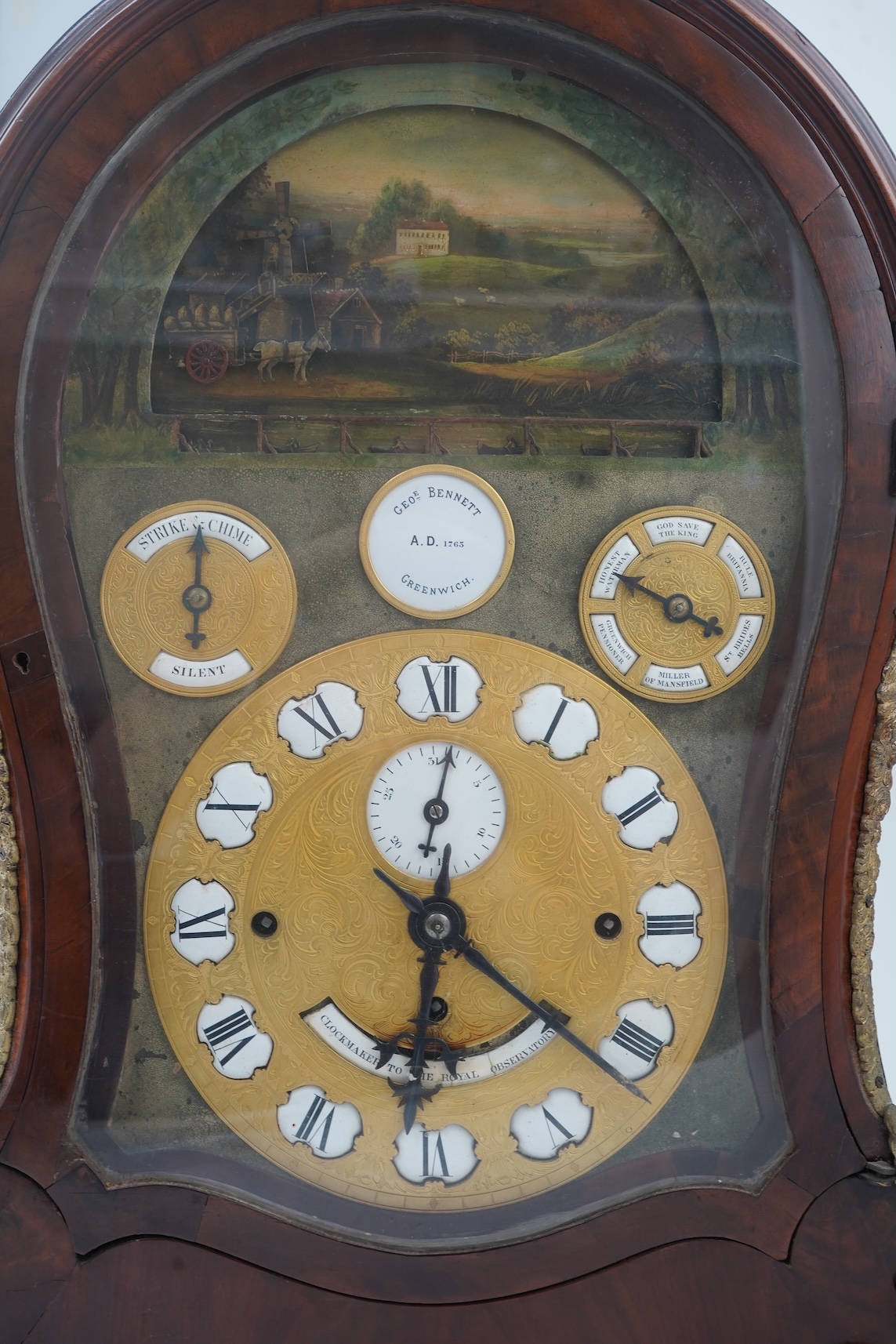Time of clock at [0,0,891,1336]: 6:21
